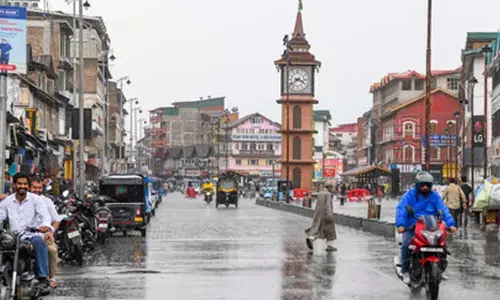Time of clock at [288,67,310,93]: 3:39
